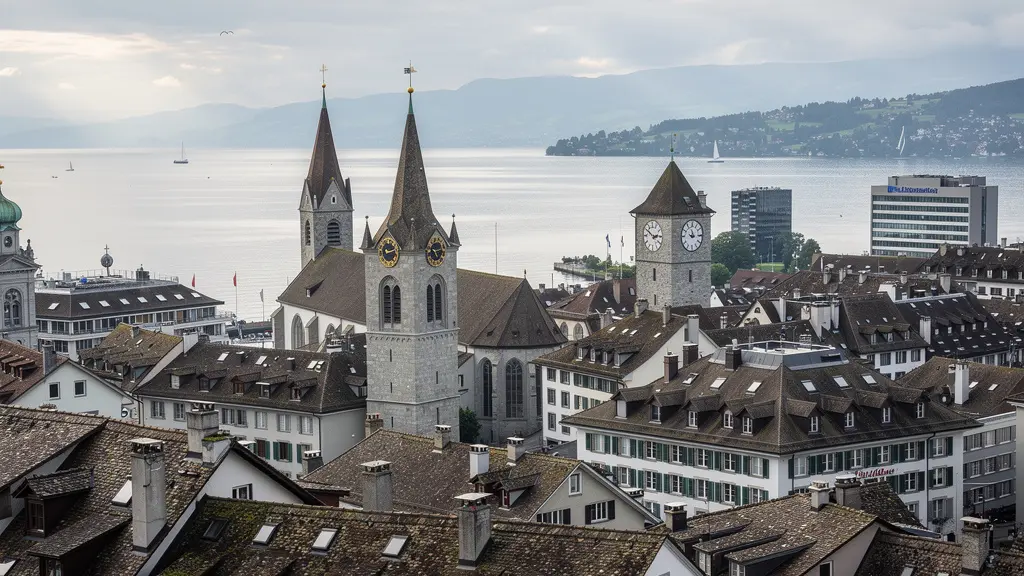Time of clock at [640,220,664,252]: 2:50
